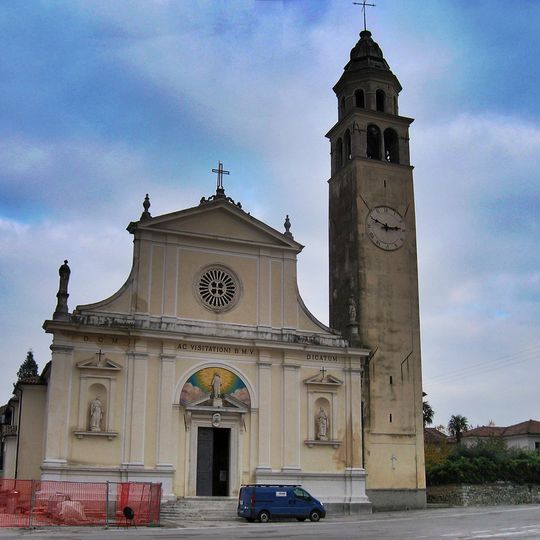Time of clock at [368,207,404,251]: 2:49
